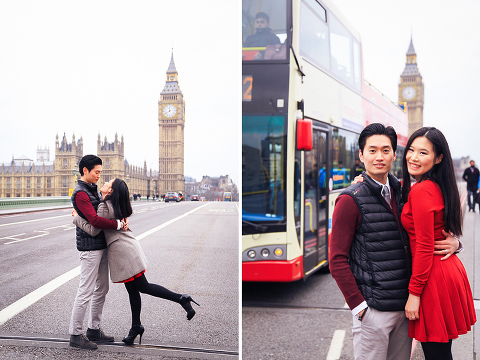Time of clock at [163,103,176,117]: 11:40
